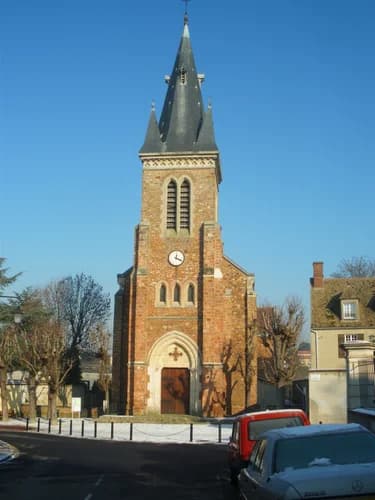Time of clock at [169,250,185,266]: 12:19
